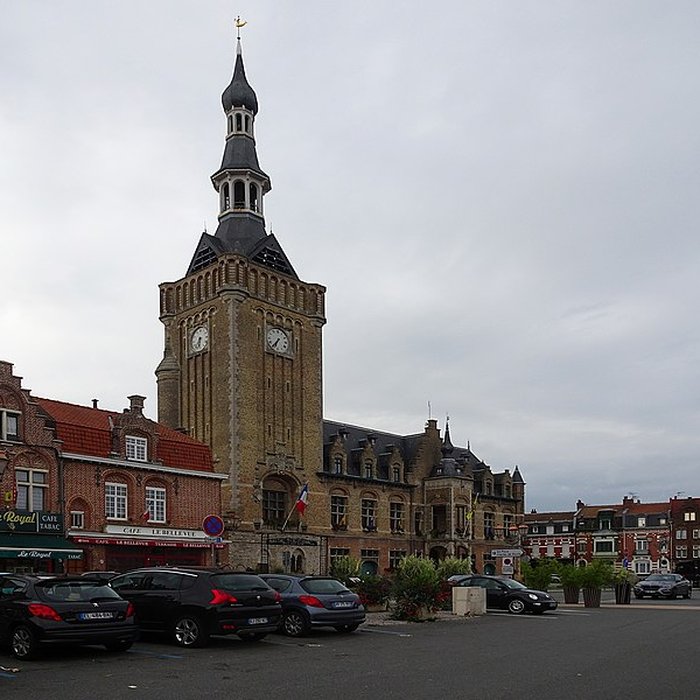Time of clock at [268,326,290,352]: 6:36
